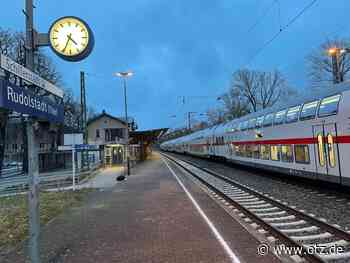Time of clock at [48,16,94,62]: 4:34
